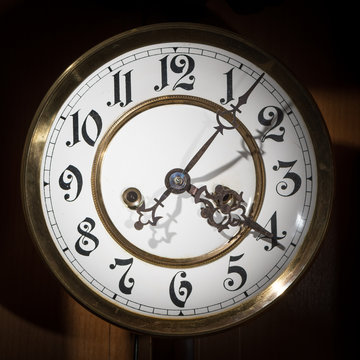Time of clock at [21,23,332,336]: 4:07
